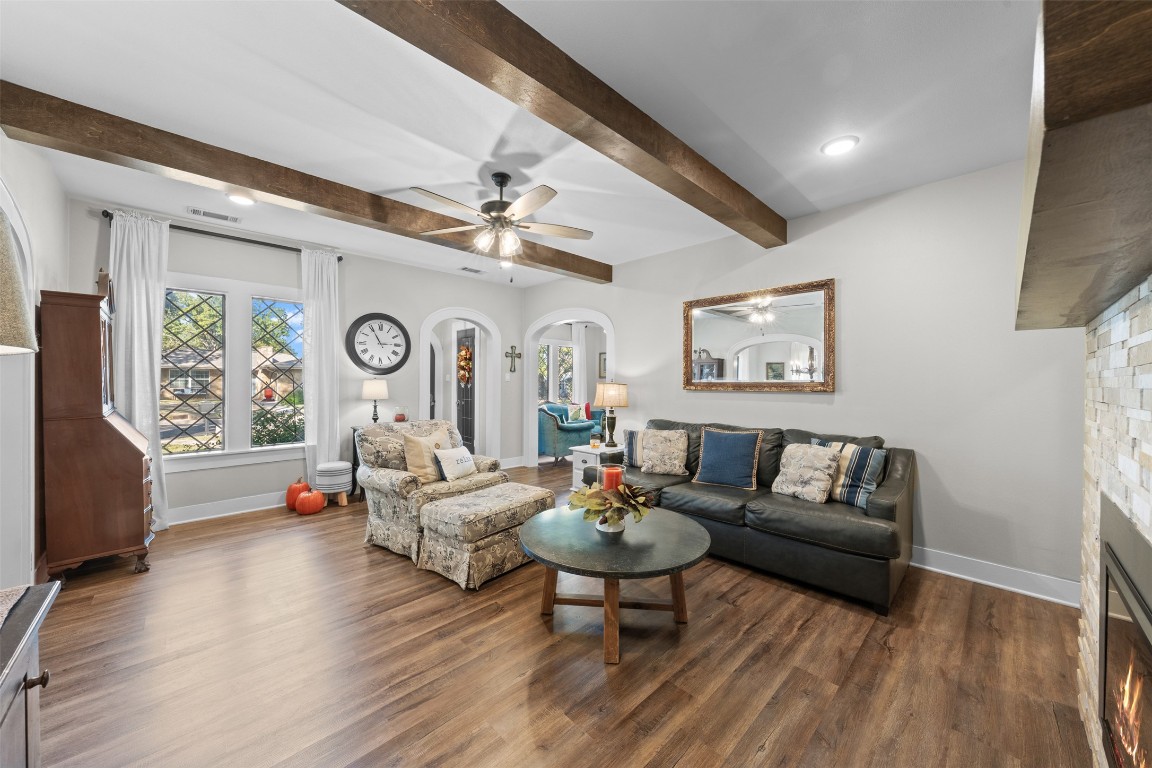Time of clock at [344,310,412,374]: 2:54
